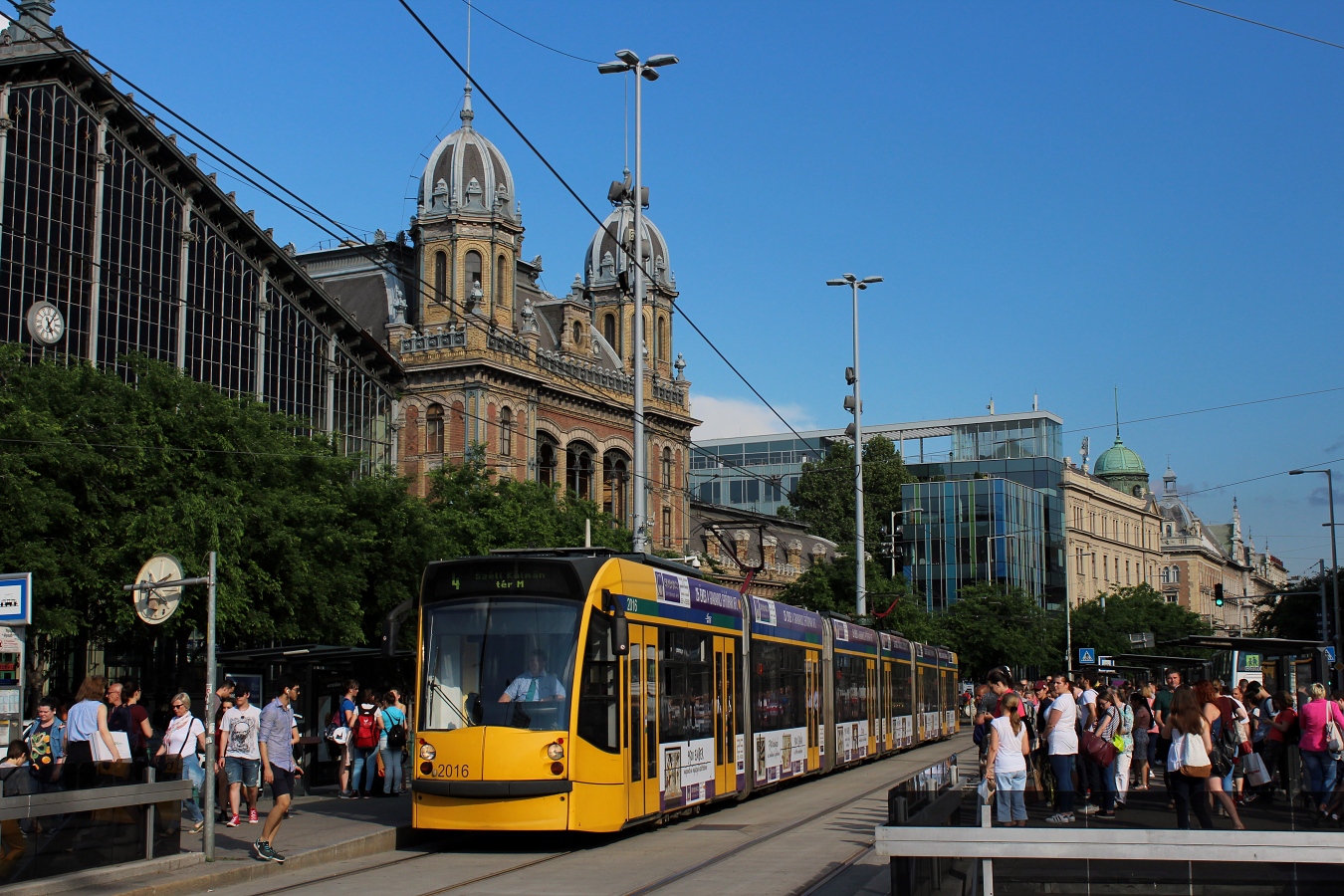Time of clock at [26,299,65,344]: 5:06
